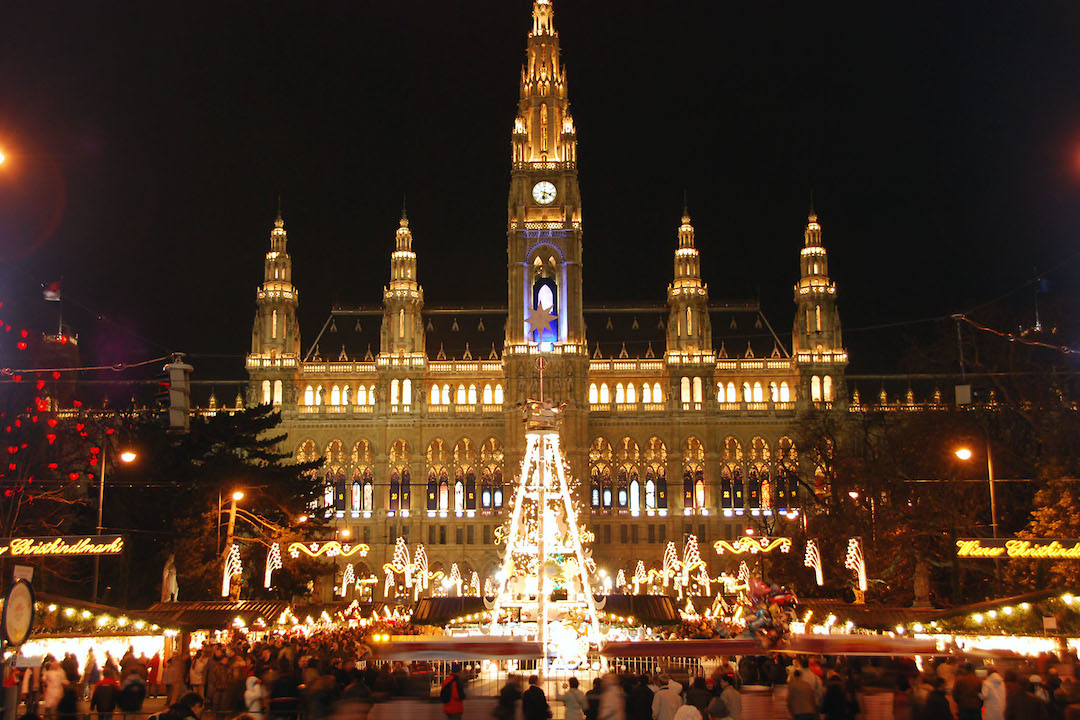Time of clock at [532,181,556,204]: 6:18
